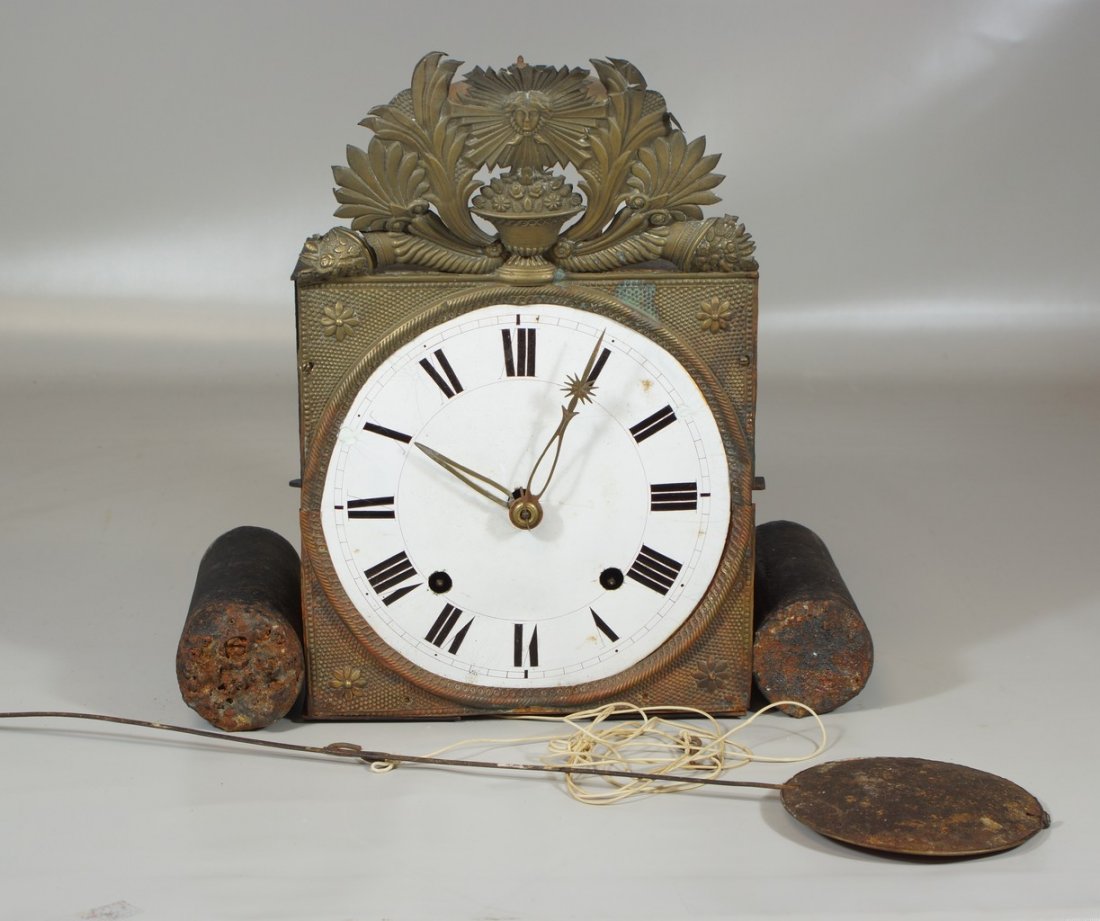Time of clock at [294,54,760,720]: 10:04
